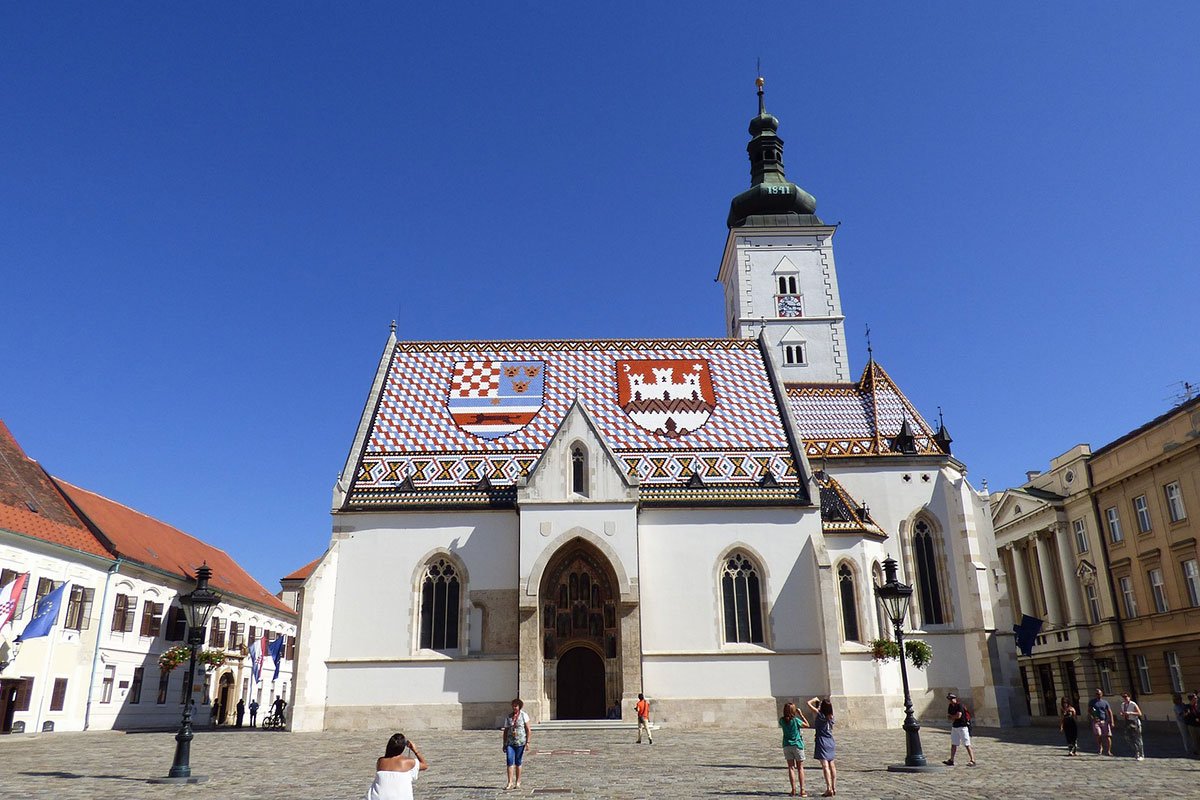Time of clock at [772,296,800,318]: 10:14
